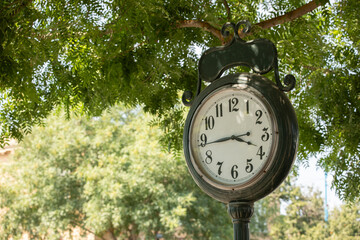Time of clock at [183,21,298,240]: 3:43
